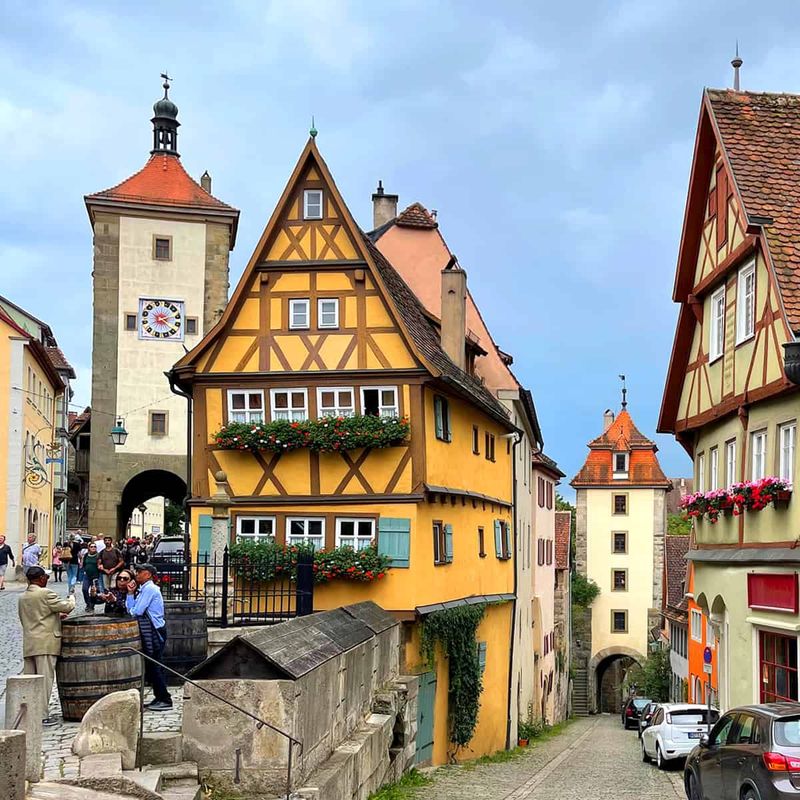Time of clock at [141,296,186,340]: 2:21
